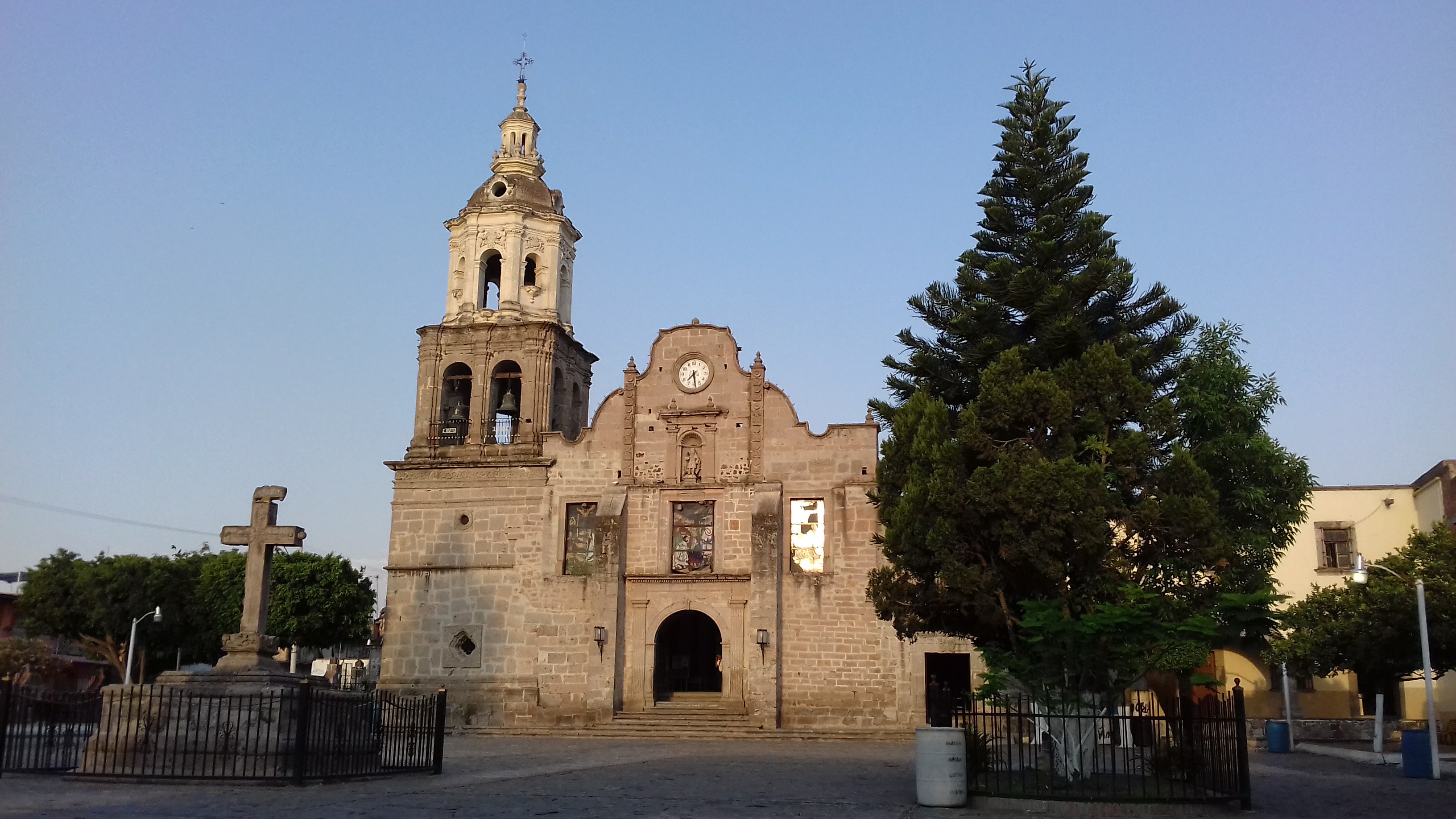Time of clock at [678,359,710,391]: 7:28
